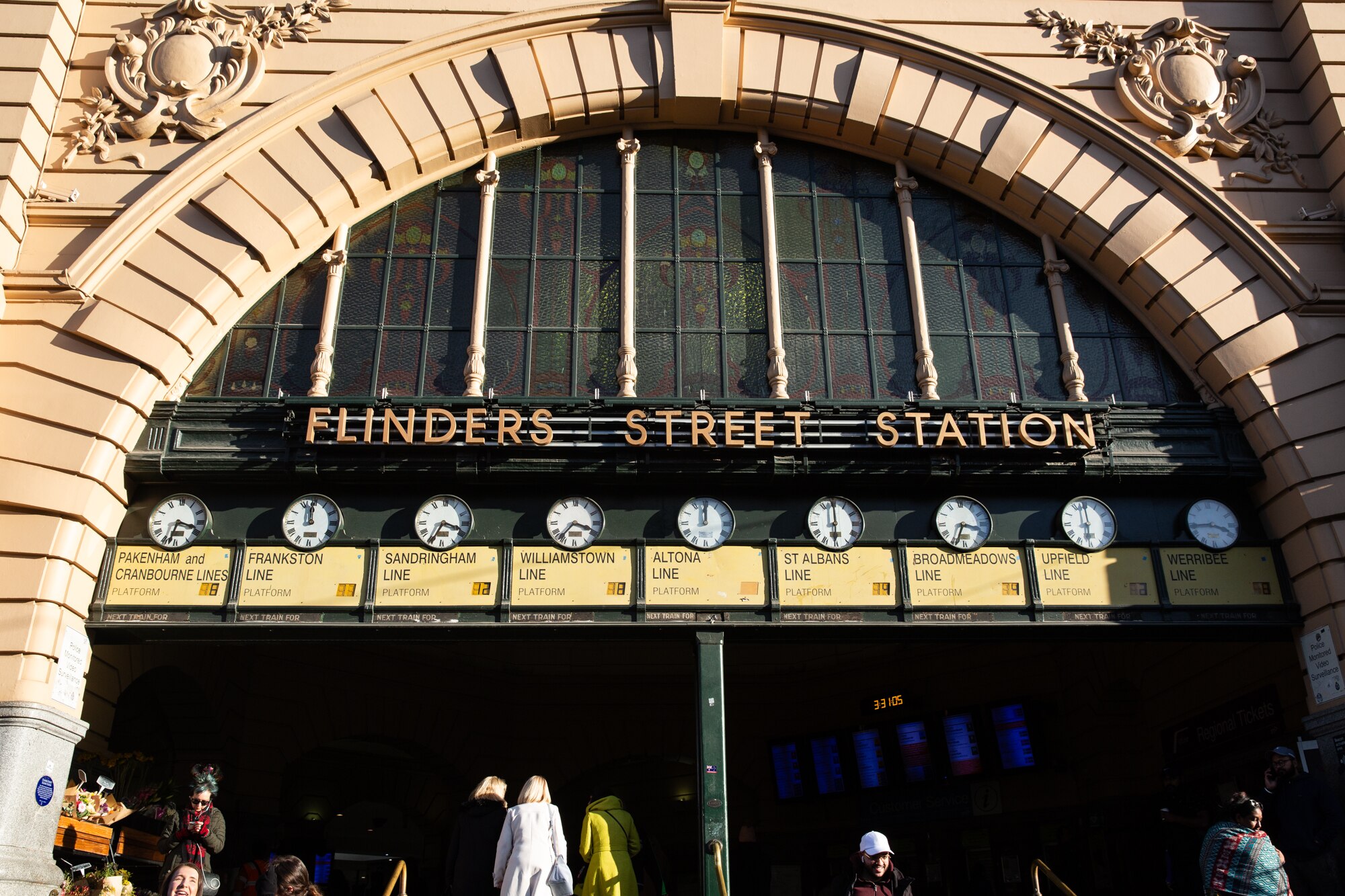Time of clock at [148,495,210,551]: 3:32
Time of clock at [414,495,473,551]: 3:34
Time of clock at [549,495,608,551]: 3:36
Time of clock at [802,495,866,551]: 6:00
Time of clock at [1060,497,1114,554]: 5:59
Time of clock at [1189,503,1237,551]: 3:43
